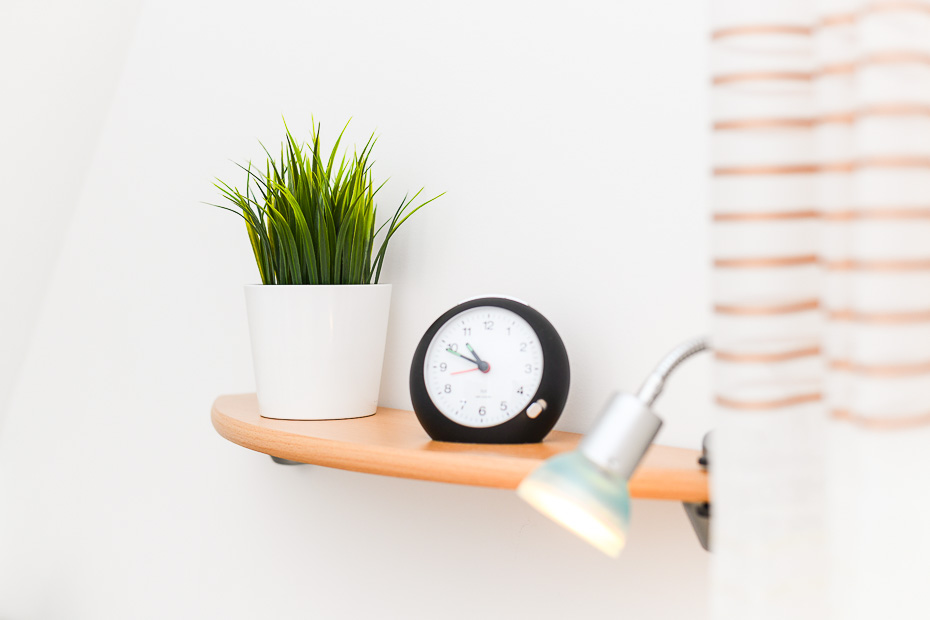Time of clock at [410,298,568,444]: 10:49
